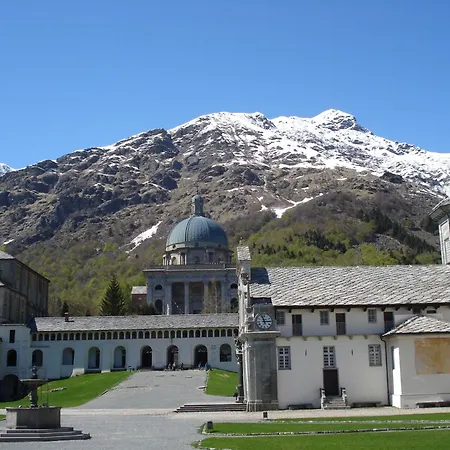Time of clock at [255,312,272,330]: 11:14
